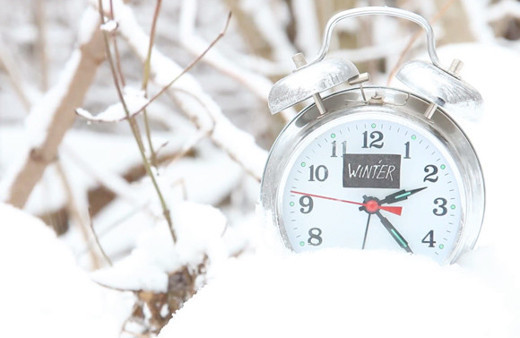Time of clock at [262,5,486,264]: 2:22
